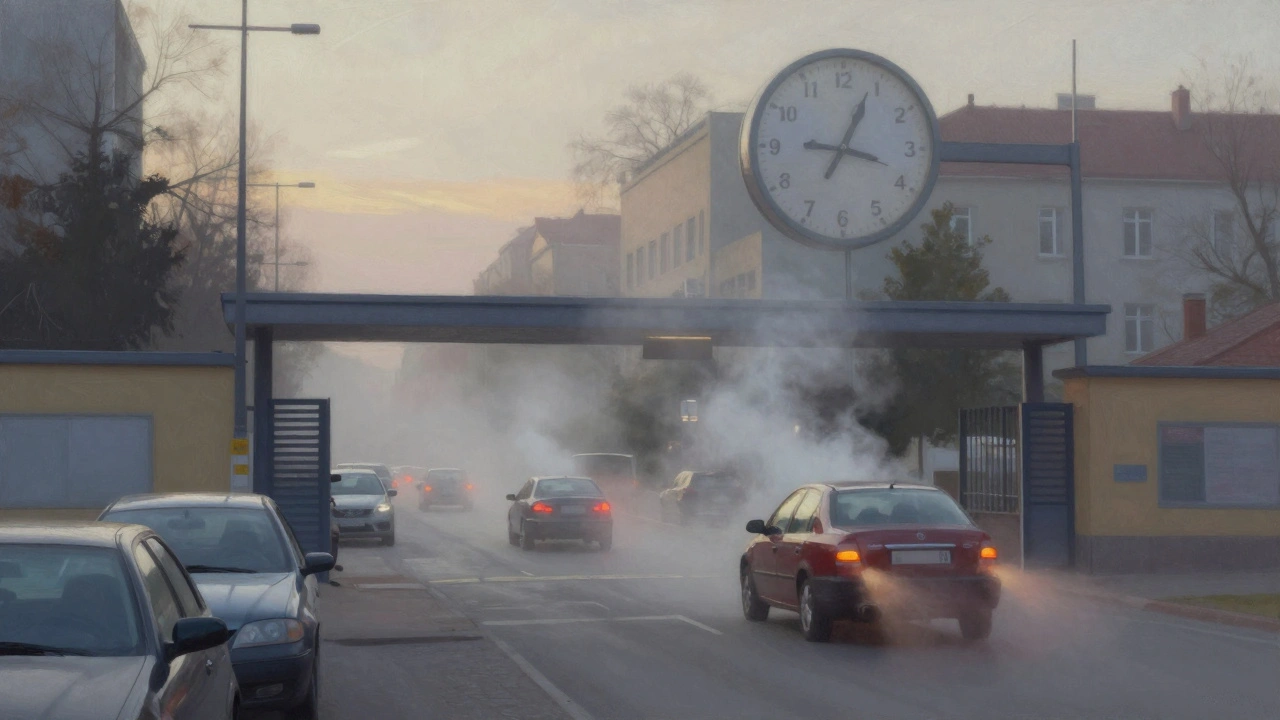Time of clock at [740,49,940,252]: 9:04
